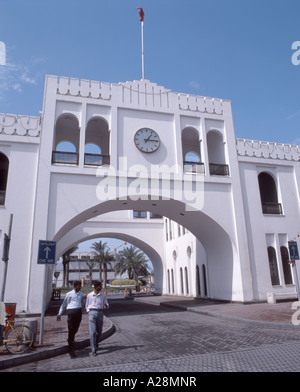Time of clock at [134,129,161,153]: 1:14
